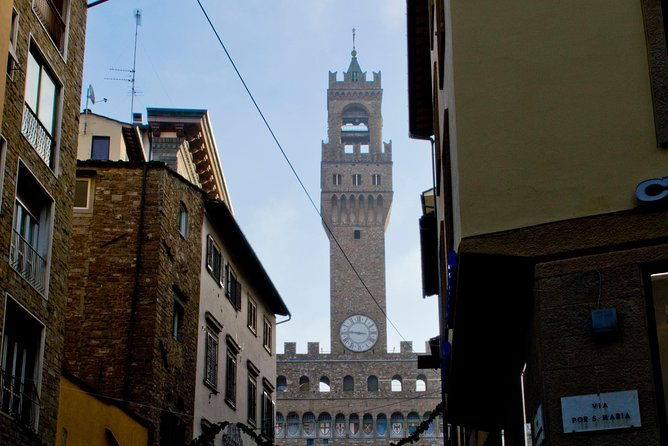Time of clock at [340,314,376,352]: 8:45
